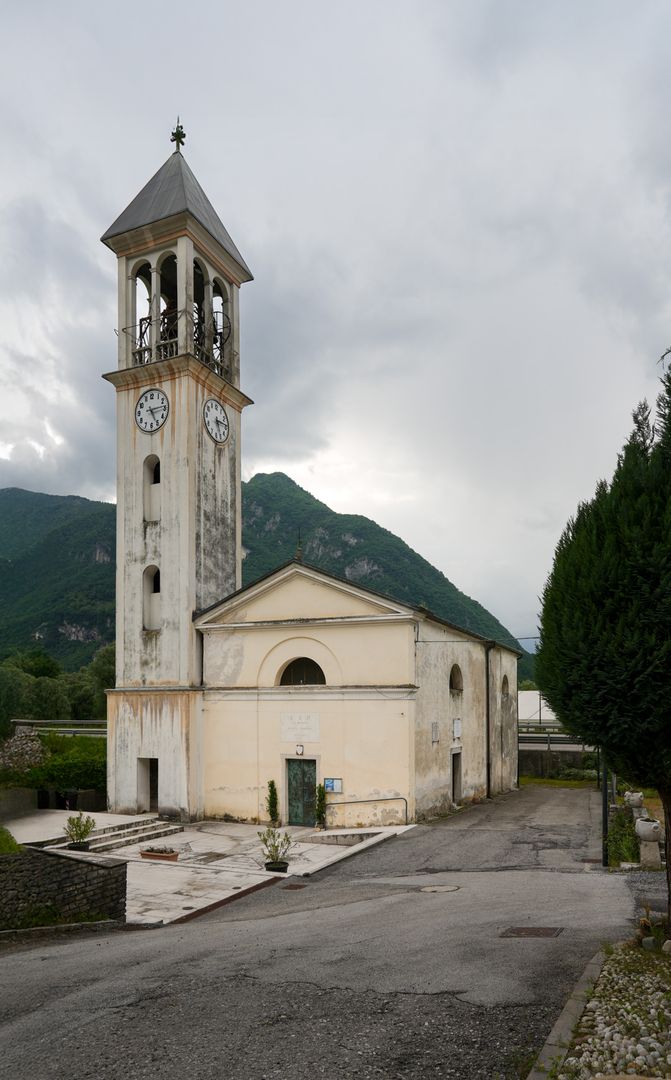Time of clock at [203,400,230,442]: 5:14
